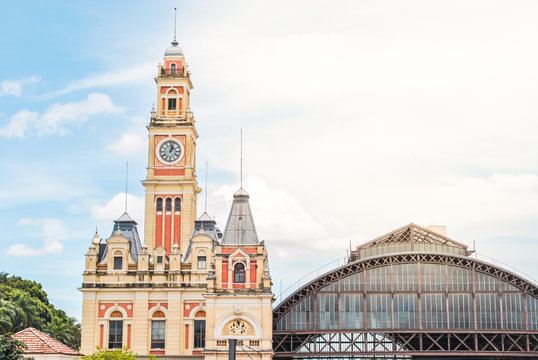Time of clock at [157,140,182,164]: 1:02
